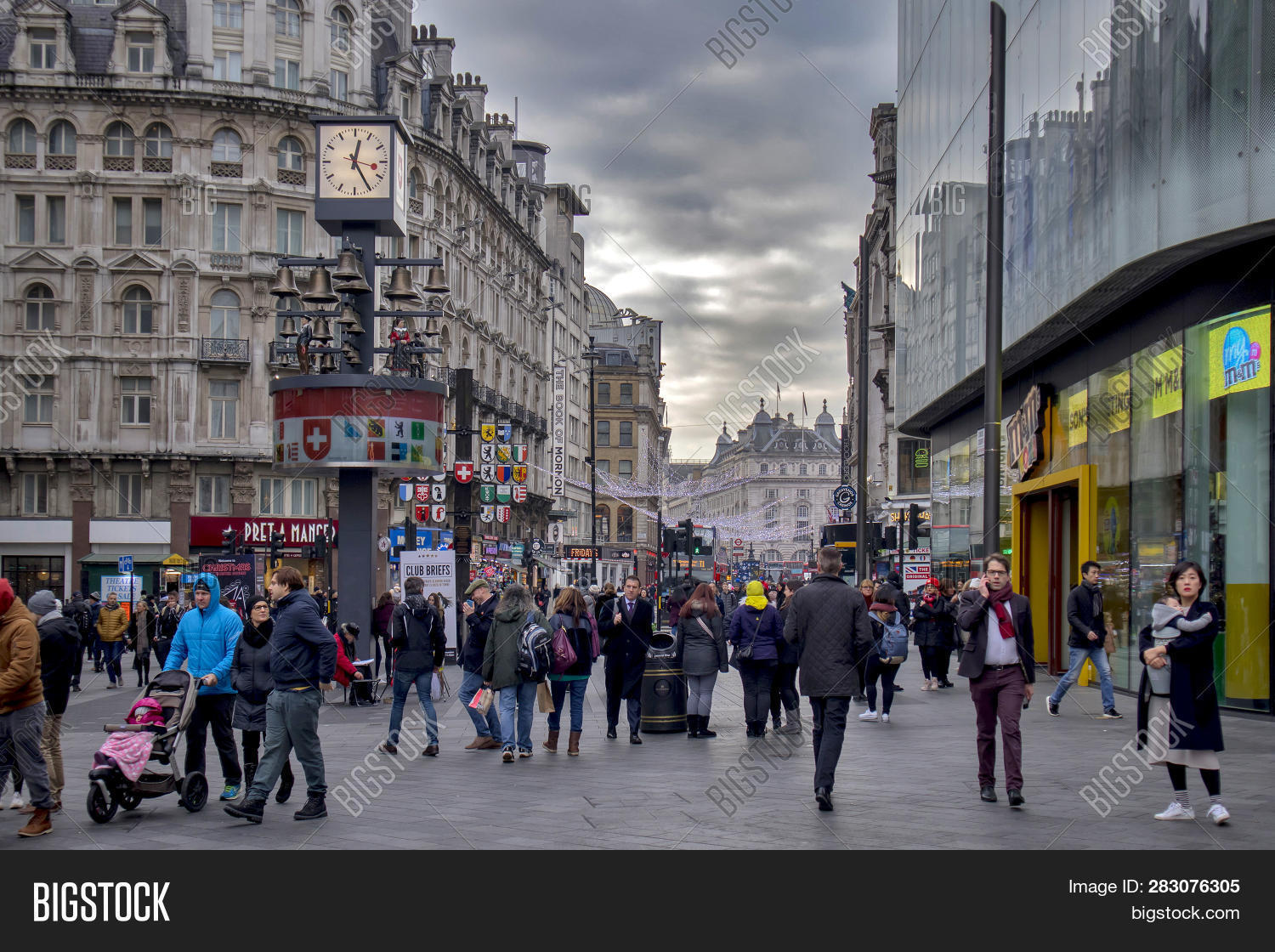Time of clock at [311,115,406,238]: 12:24
